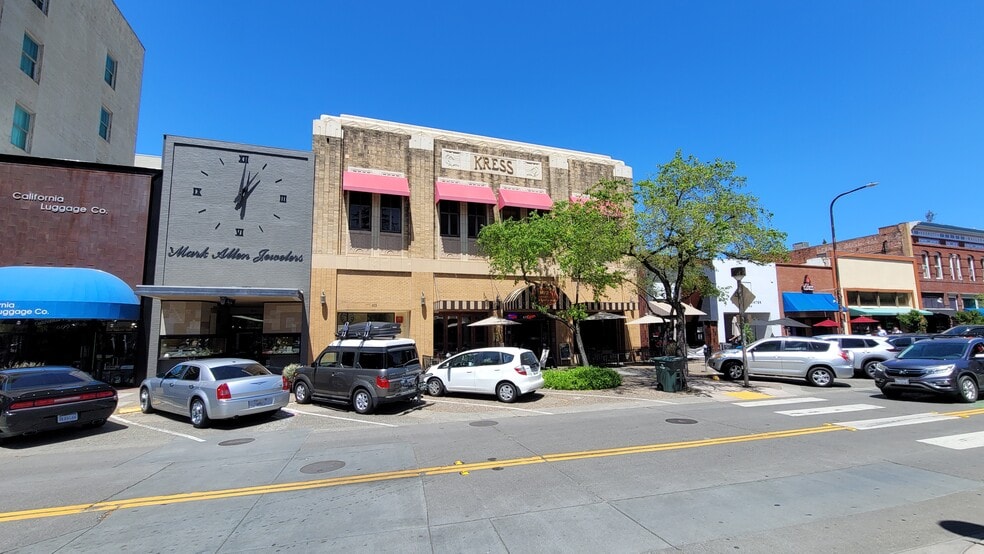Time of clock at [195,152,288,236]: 1:01
